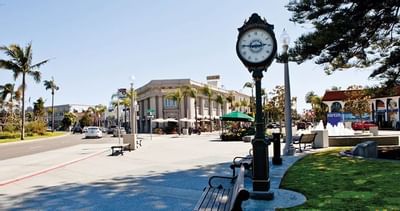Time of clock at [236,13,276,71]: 2:46
